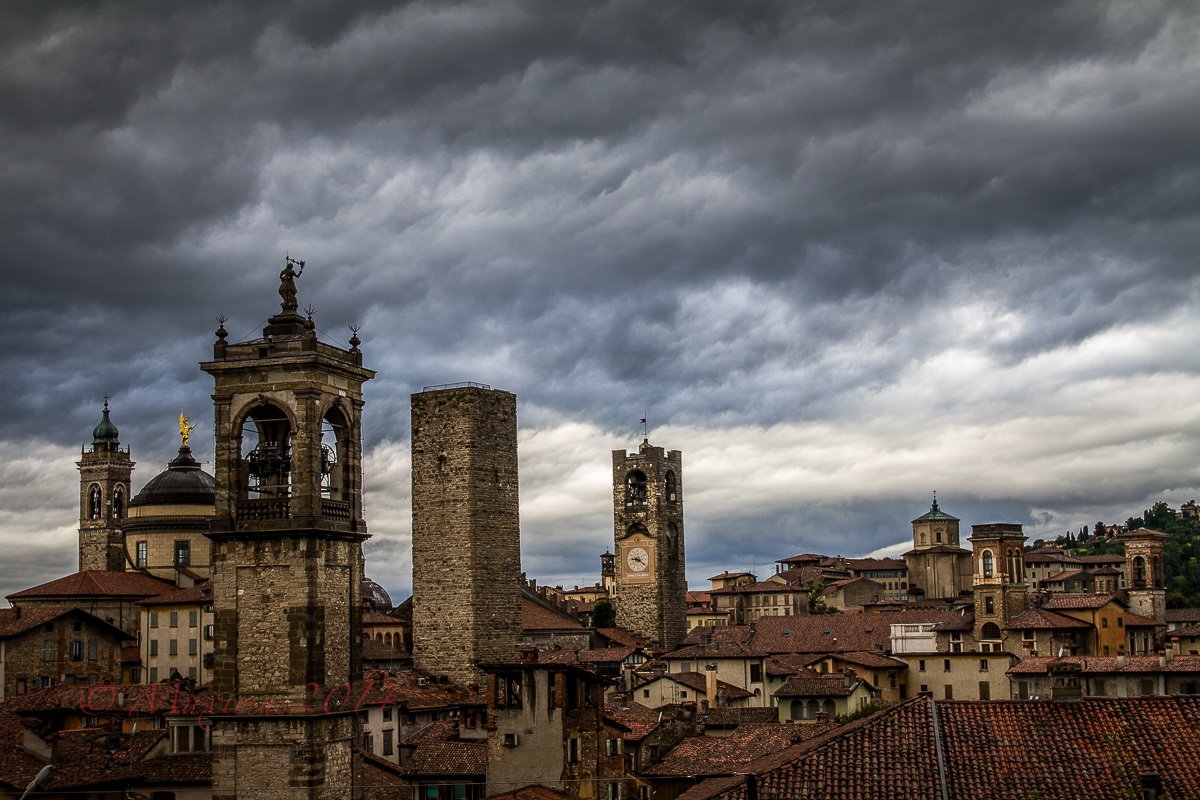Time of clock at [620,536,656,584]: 9:20
